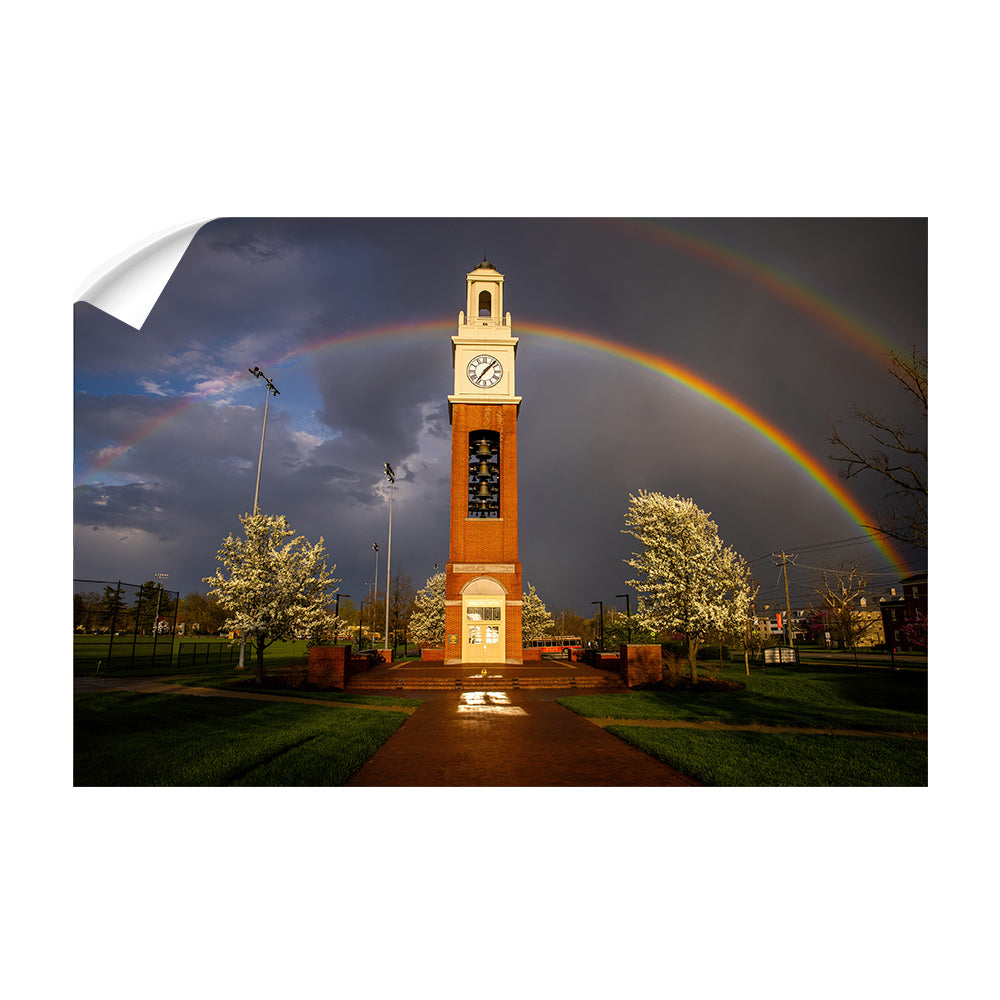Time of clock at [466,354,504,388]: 7:07
